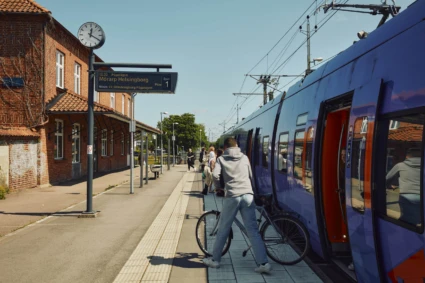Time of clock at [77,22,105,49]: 12:20
